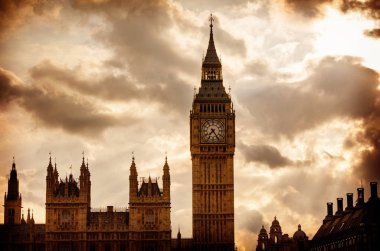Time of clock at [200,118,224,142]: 7:24
